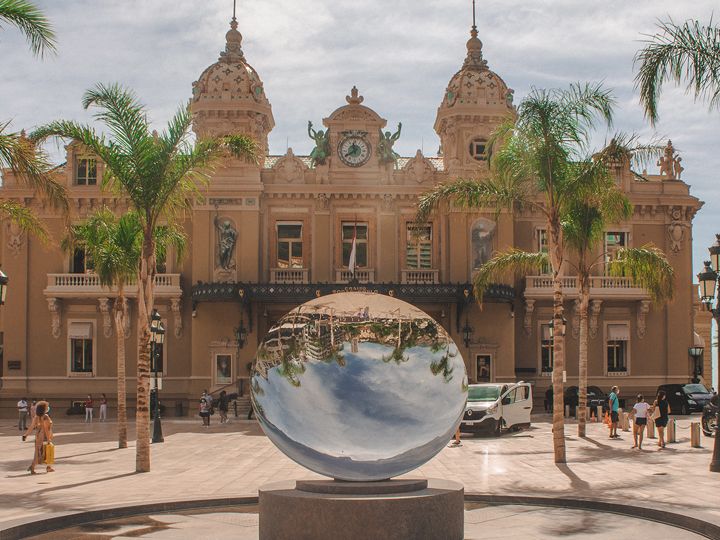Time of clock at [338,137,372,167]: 11:39
